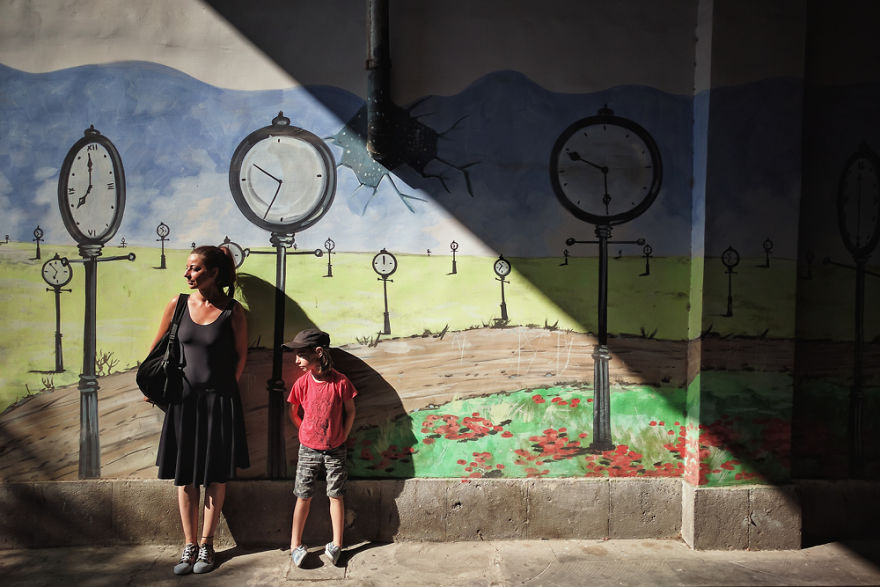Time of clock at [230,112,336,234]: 6:50
